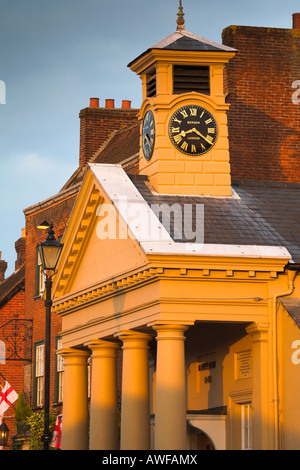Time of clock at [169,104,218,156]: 8:21
